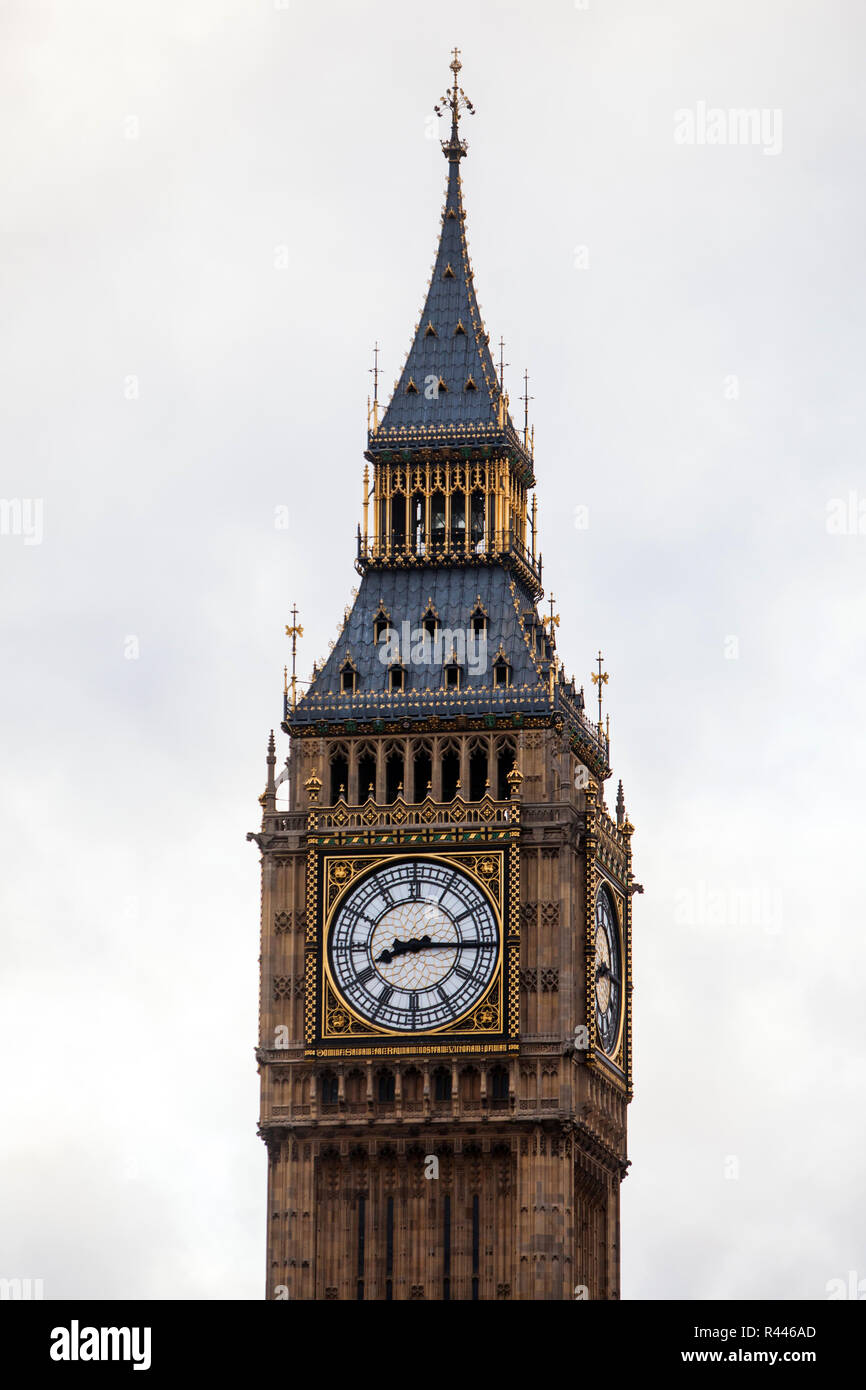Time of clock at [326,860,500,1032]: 8:15
